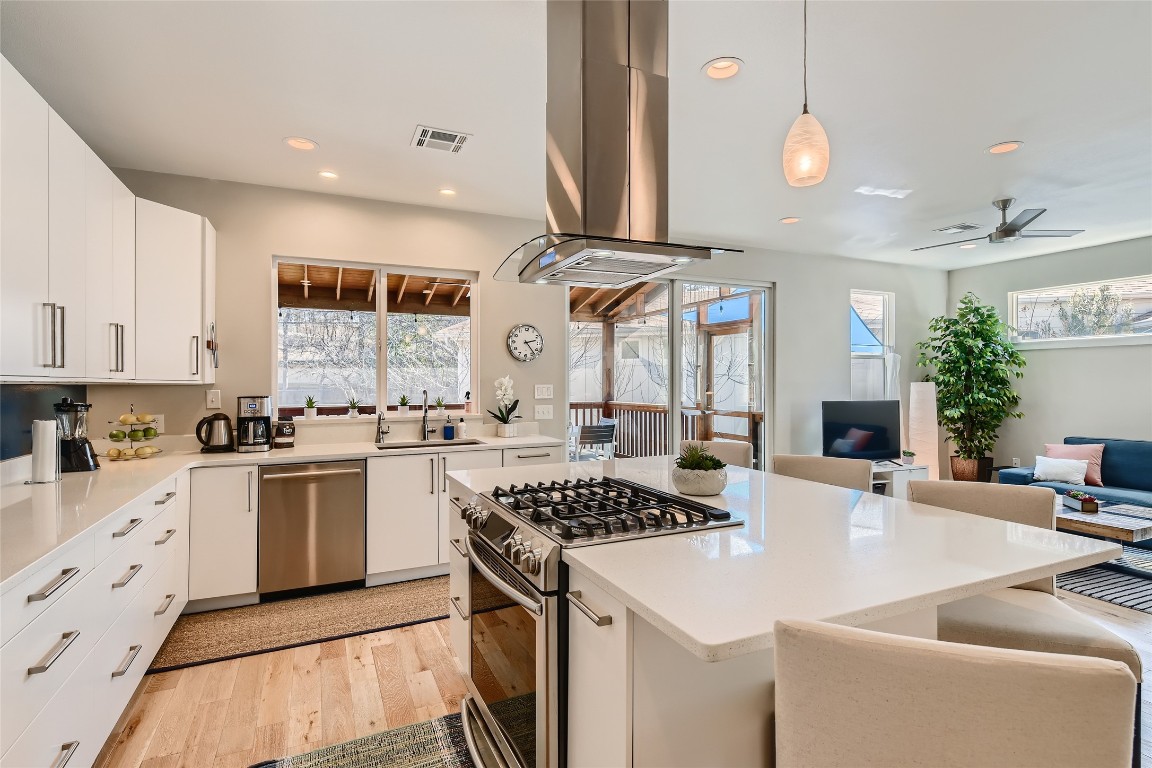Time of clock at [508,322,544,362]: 2:23
